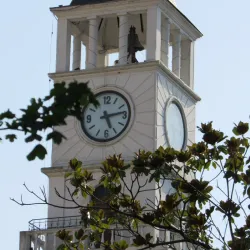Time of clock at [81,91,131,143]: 5:13
